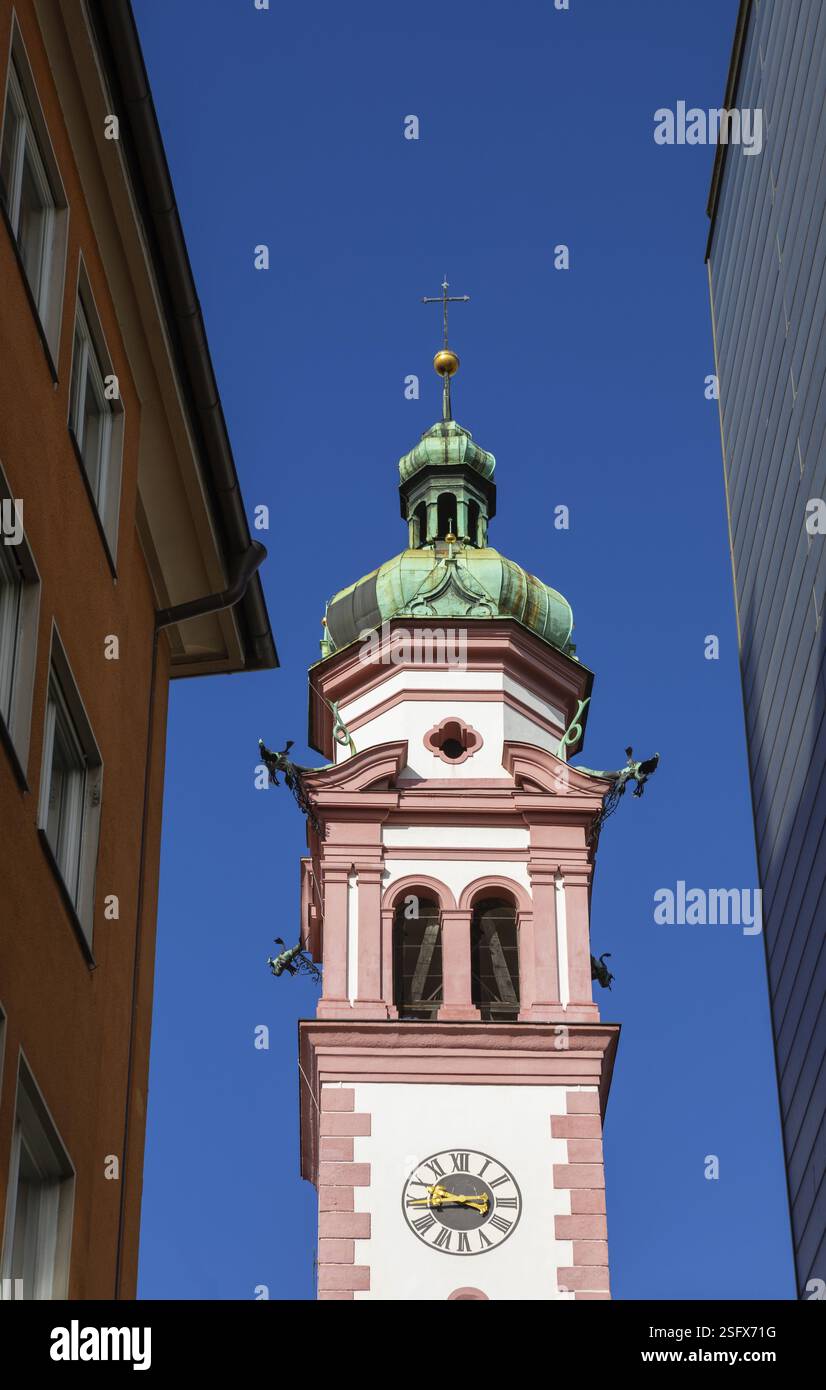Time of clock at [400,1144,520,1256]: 3:43
